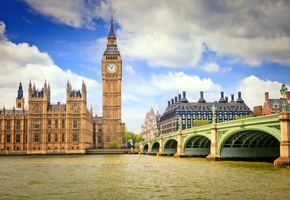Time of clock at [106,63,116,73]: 12:52
